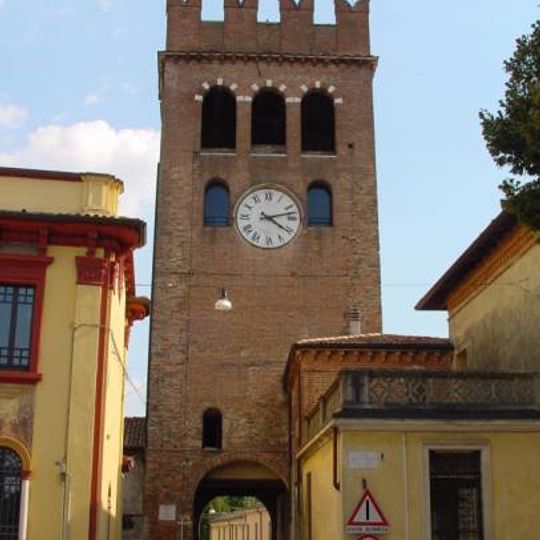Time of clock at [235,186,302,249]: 4:12
